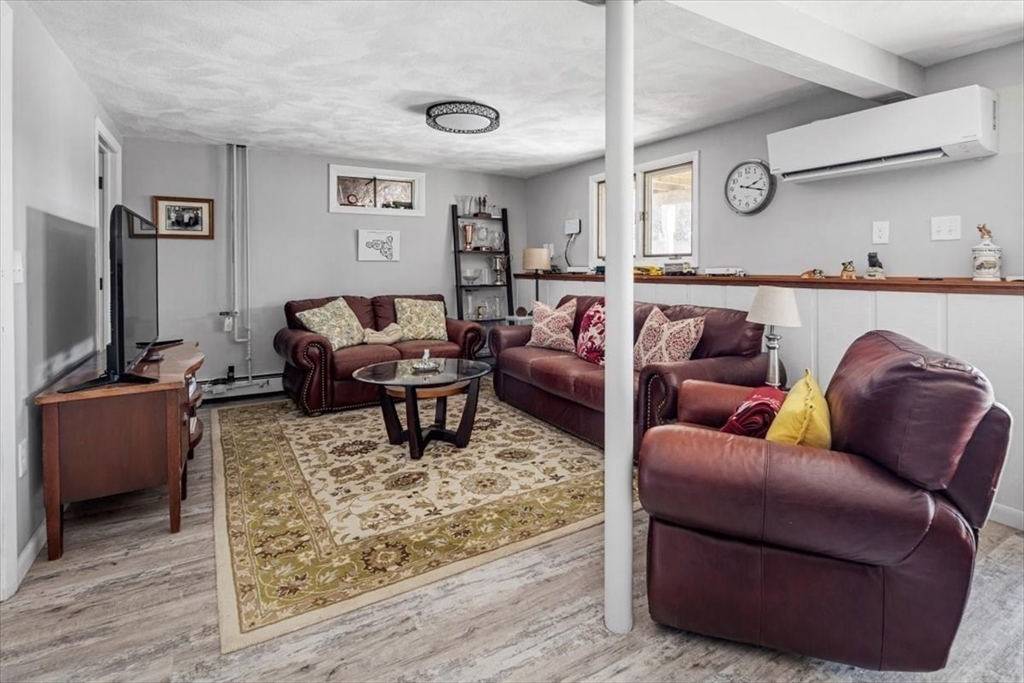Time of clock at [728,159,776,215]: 2:17
